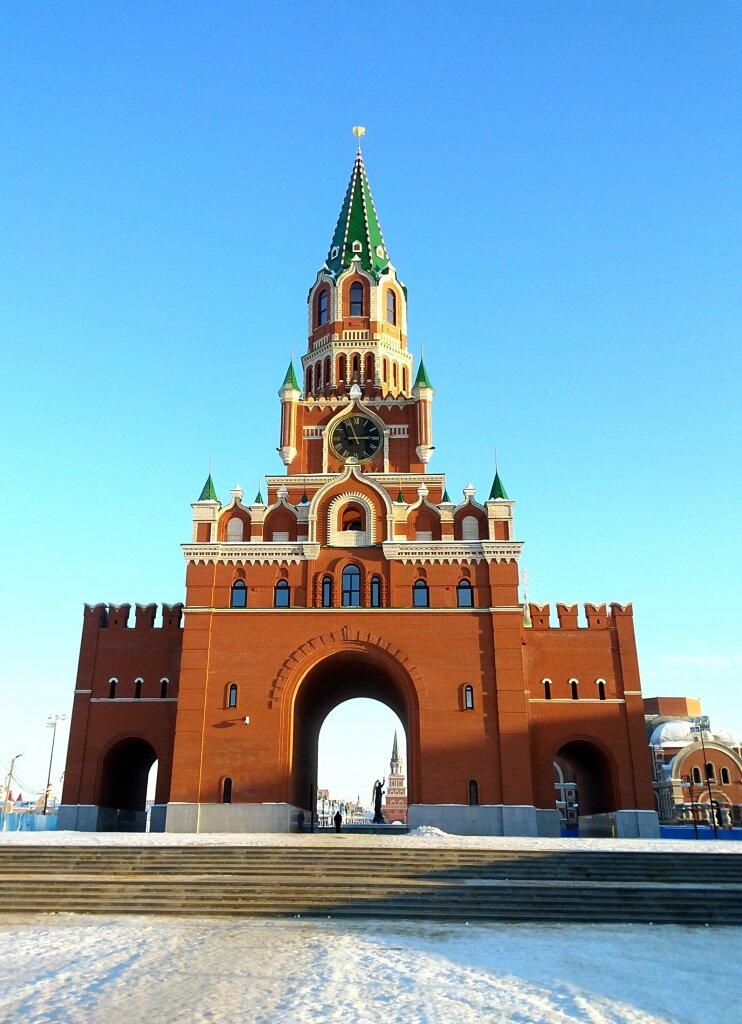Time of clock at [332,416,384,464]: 11:14
